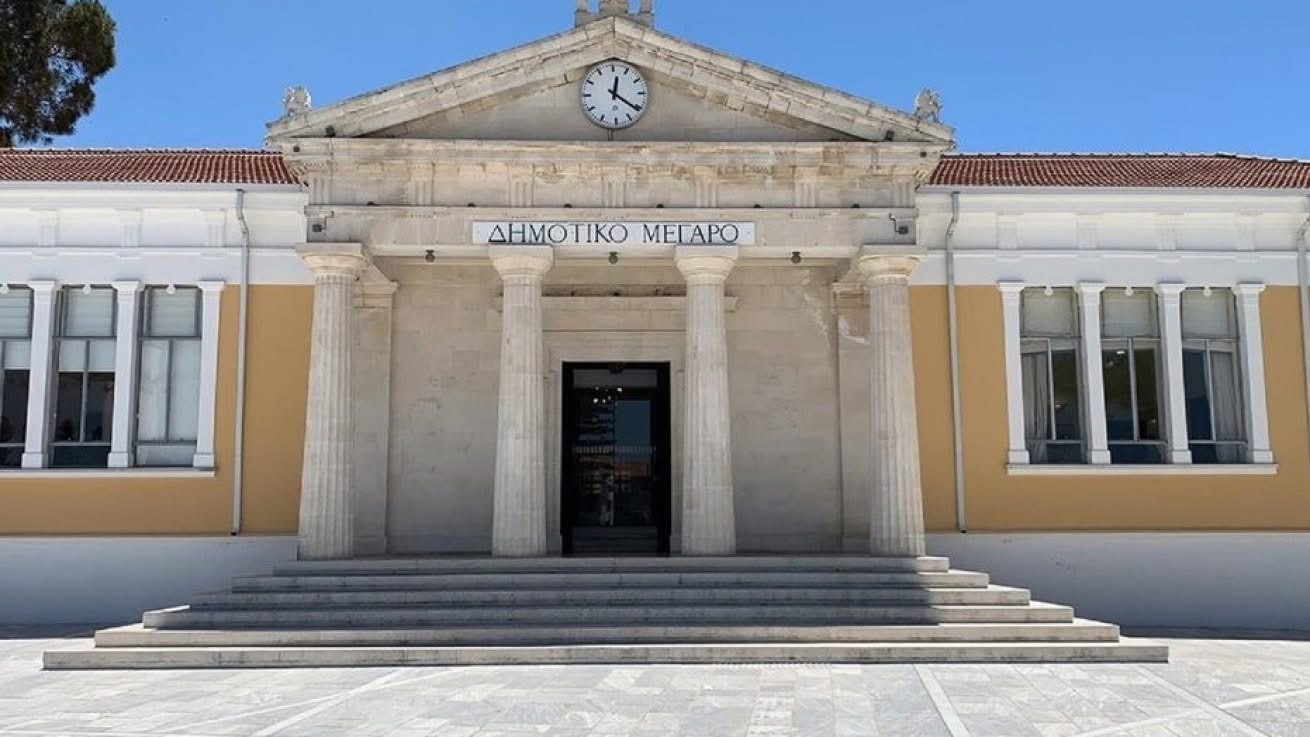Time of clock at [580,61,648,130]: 12:21
